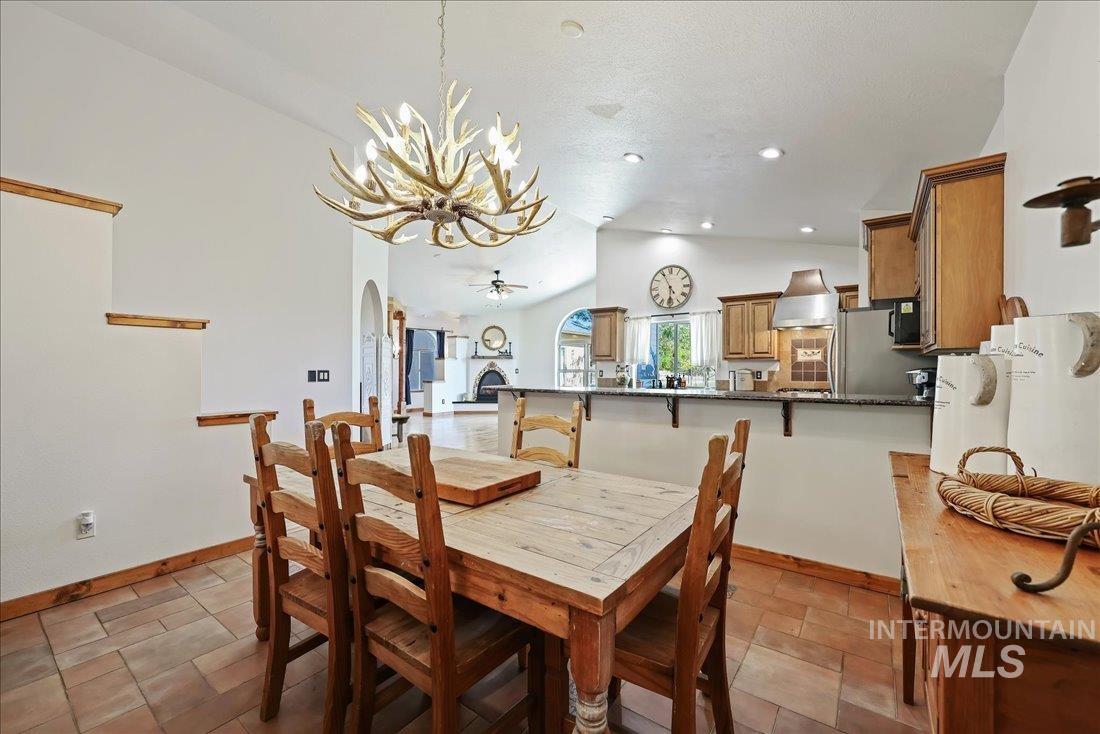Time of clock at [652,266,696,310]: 5:55
